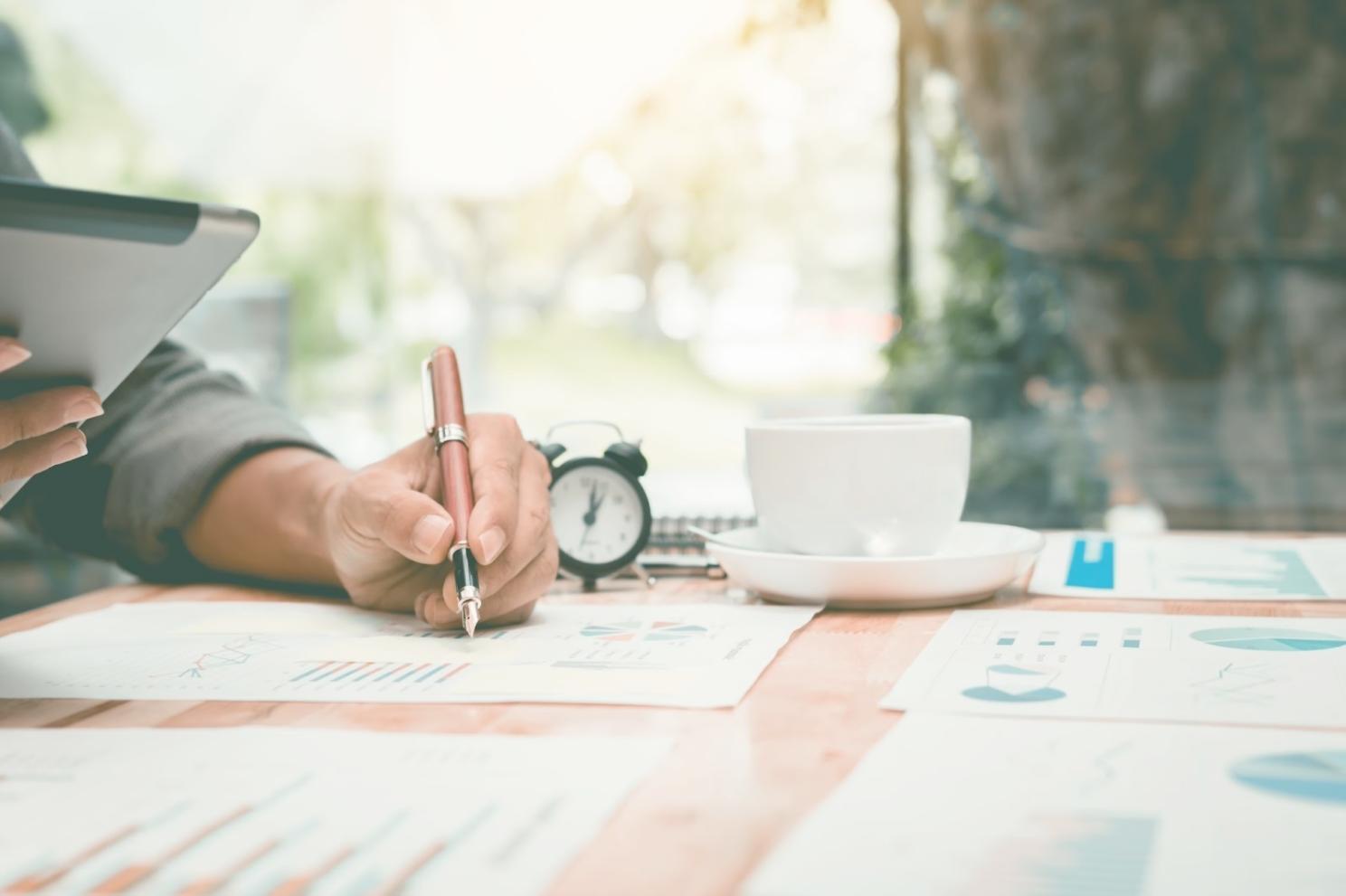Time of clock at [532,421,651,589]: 1:02
